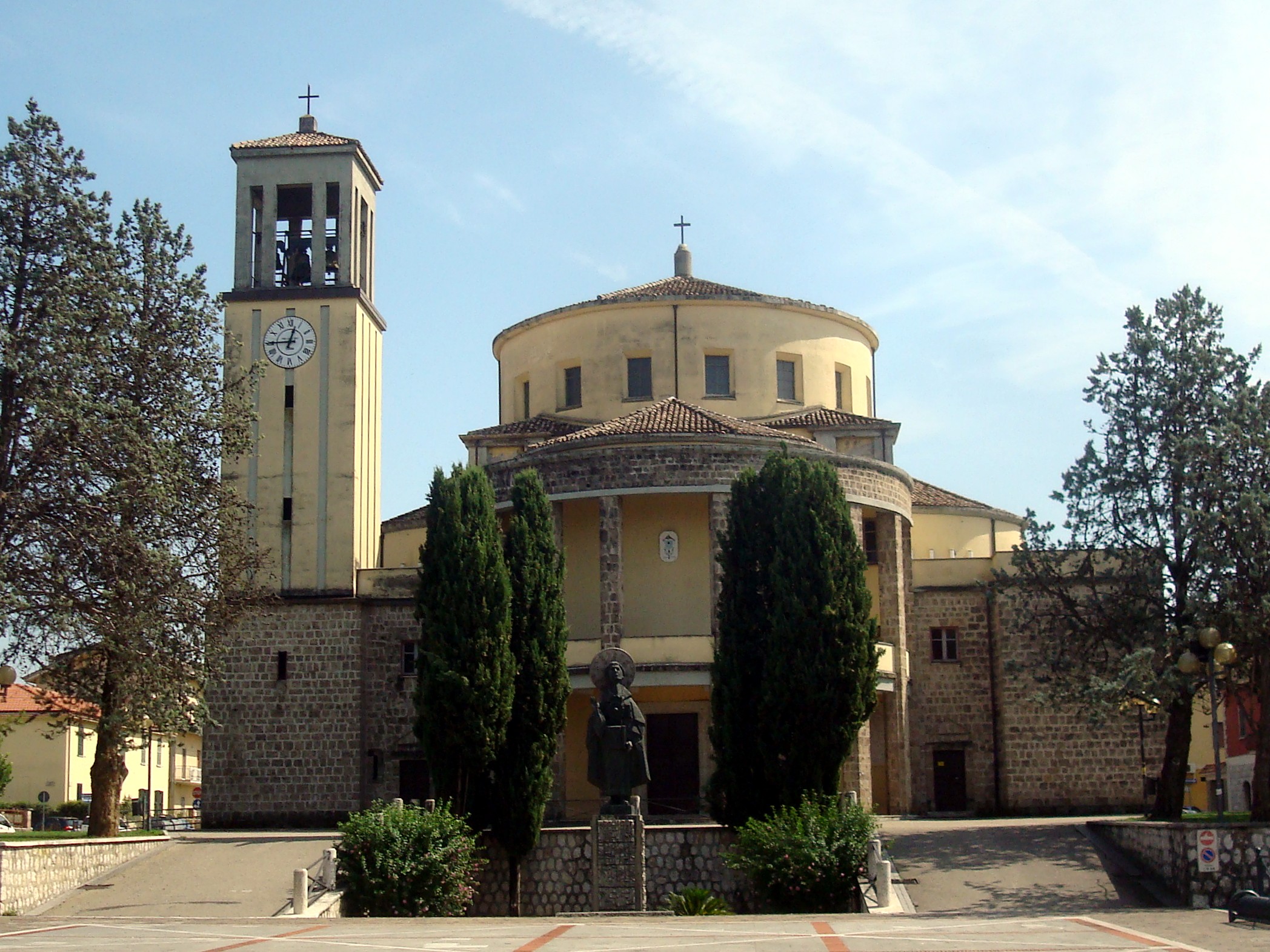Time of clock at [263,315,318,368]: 12:45
